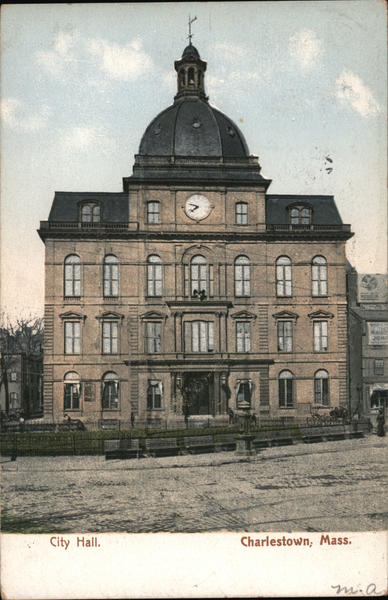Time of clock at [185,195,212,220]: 7:47
